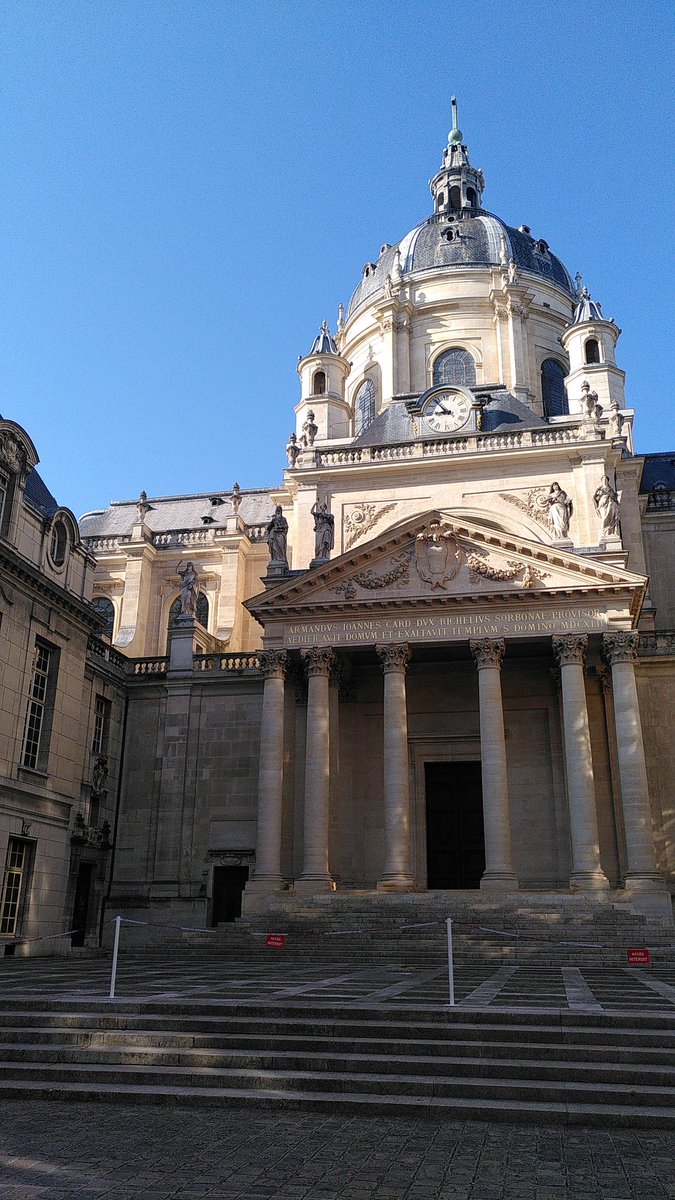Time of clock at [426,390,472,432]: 8:53
